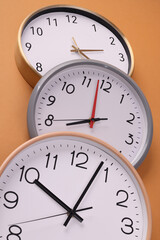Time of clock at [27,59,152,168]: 7:58
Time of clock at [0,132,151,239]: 10:03
